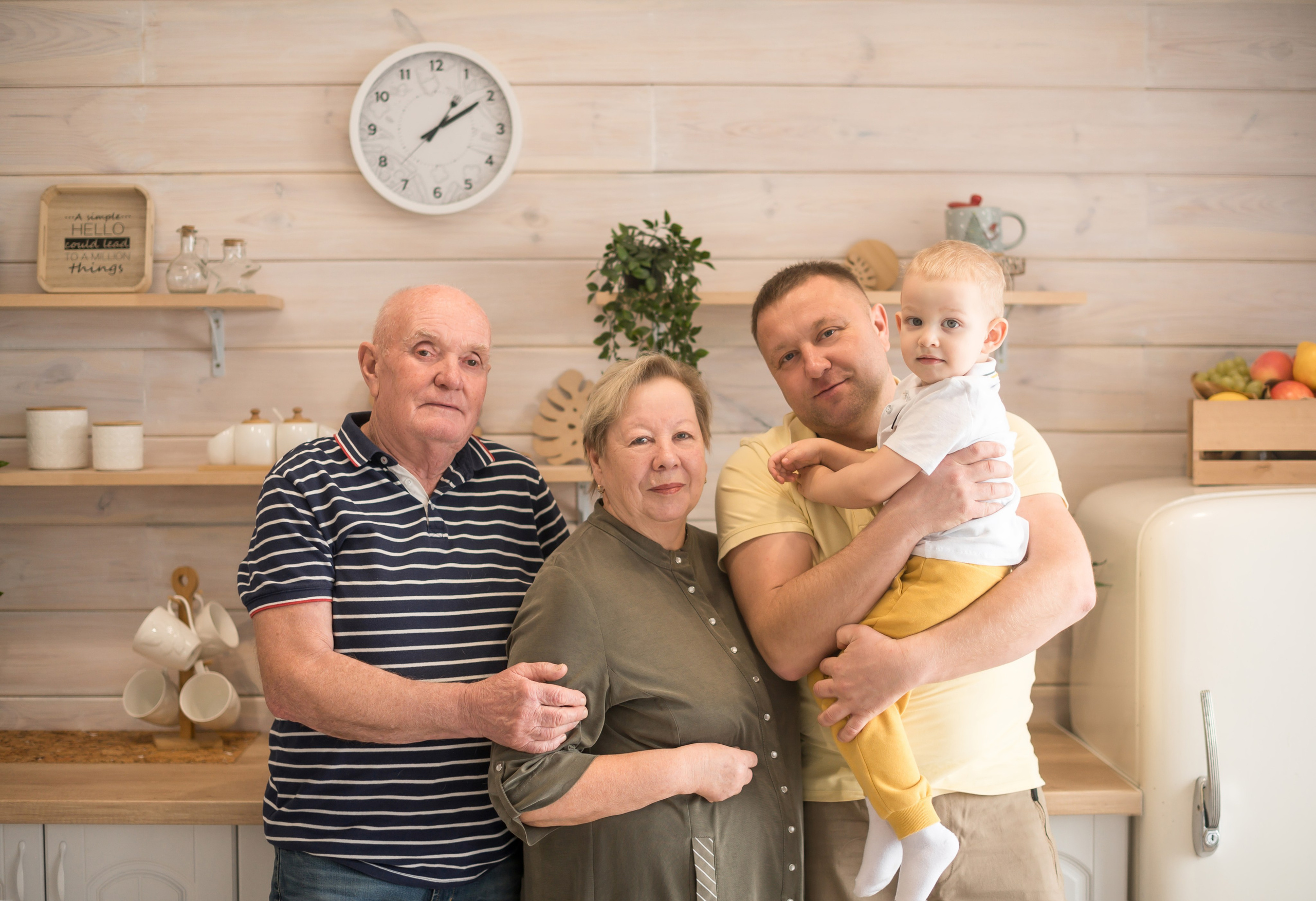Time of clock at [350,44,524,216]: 1:09
